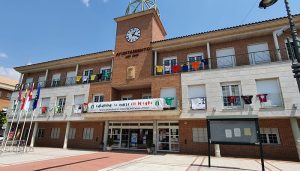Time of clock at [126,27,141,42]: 1:18
